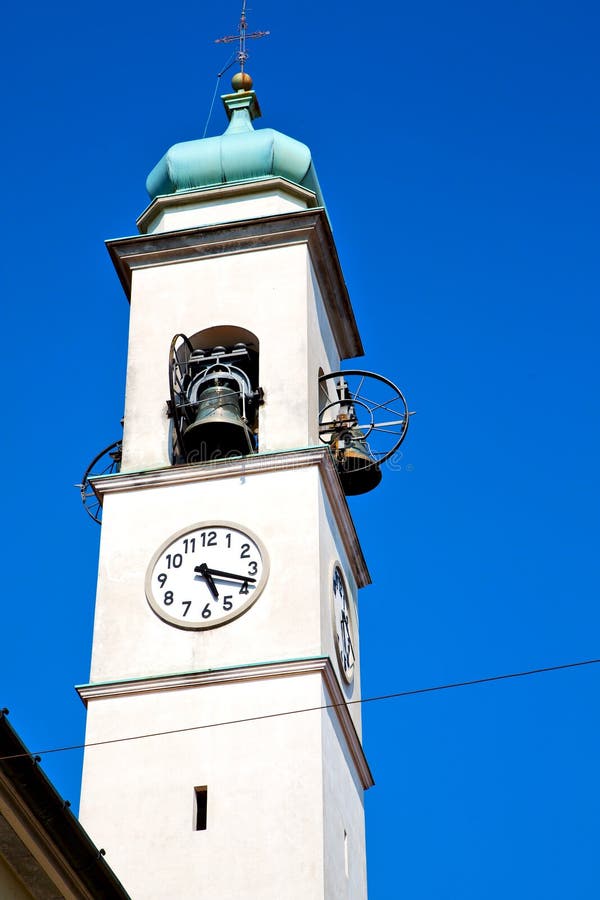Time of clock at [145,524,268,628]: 5:18
